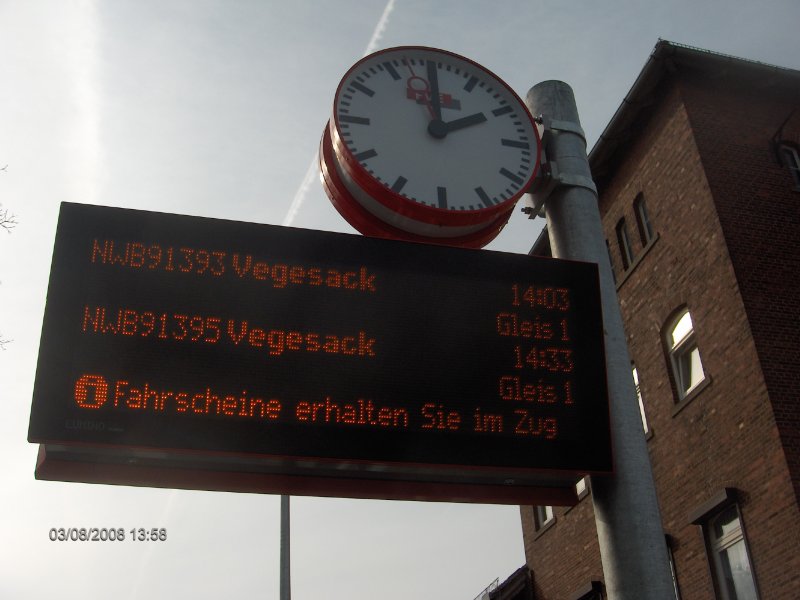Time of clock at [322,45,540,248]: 1:59
